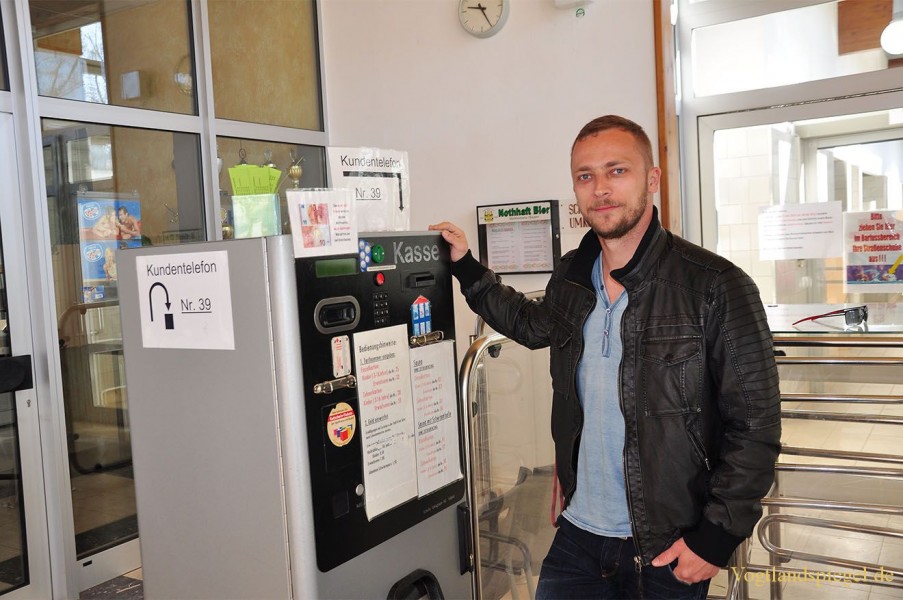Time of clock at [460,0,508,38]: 9:25
